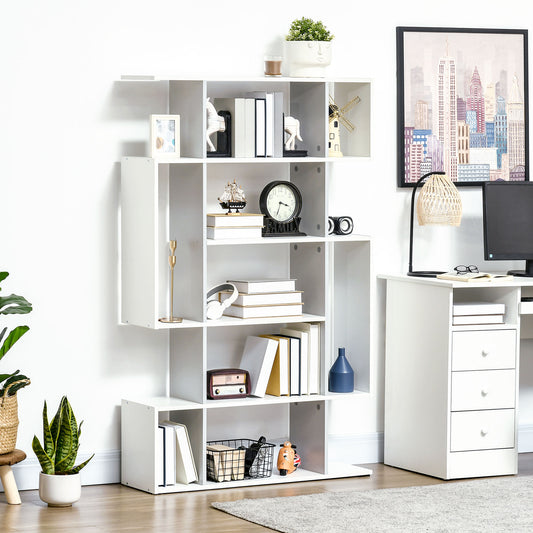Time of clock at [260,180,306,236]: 3:33
